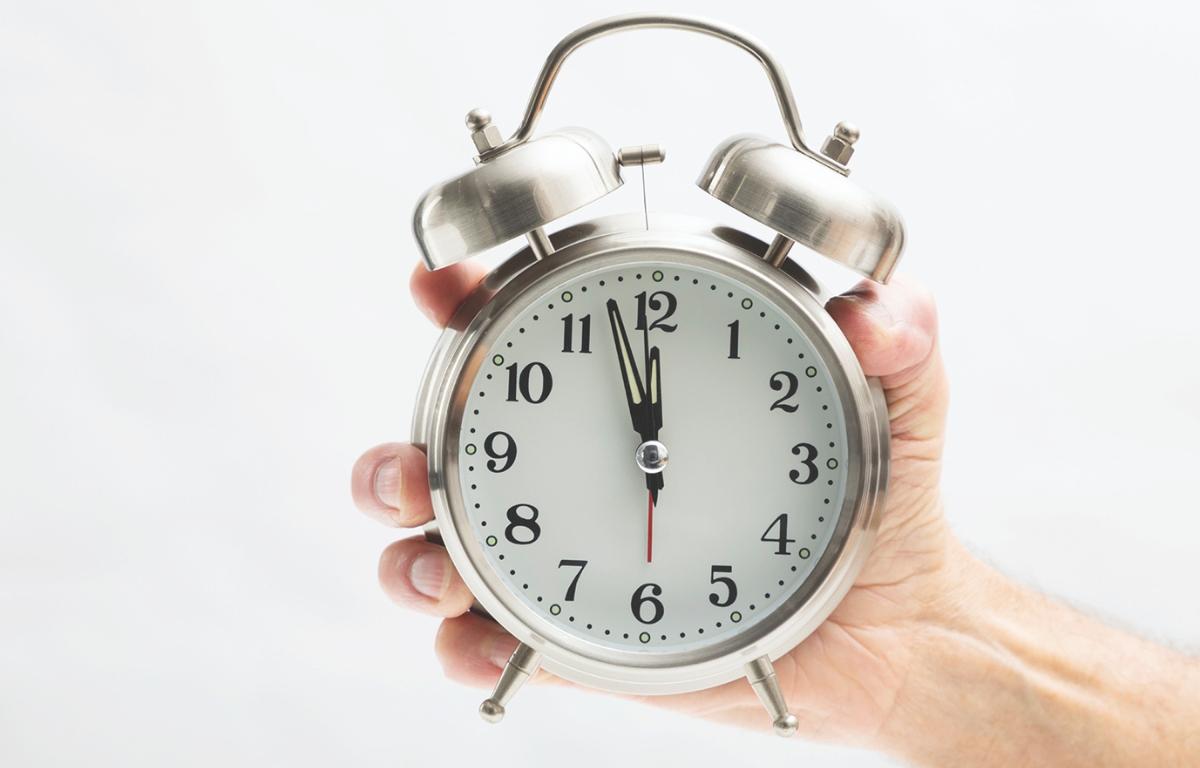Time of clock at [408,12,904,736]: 11:57
